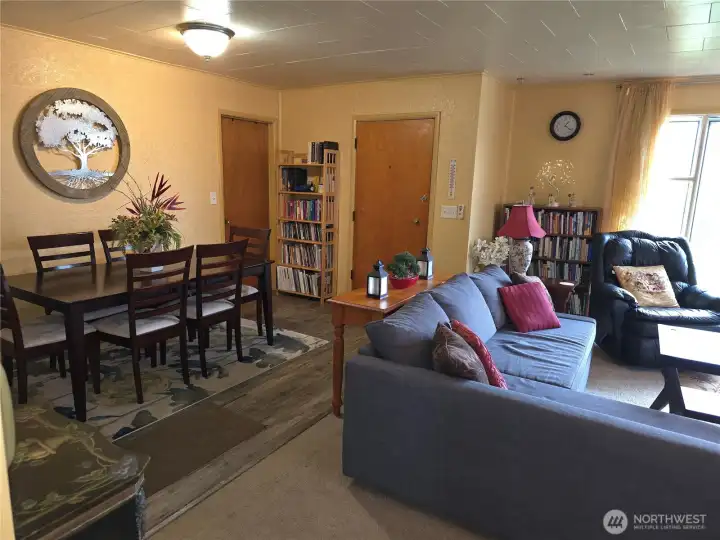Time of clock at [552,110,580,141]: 1:21
